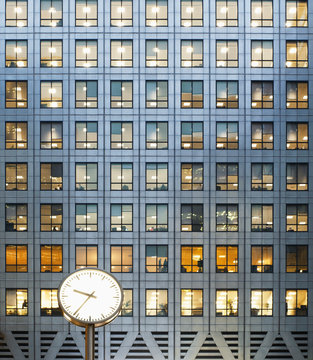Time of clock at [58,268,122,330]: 9:36
